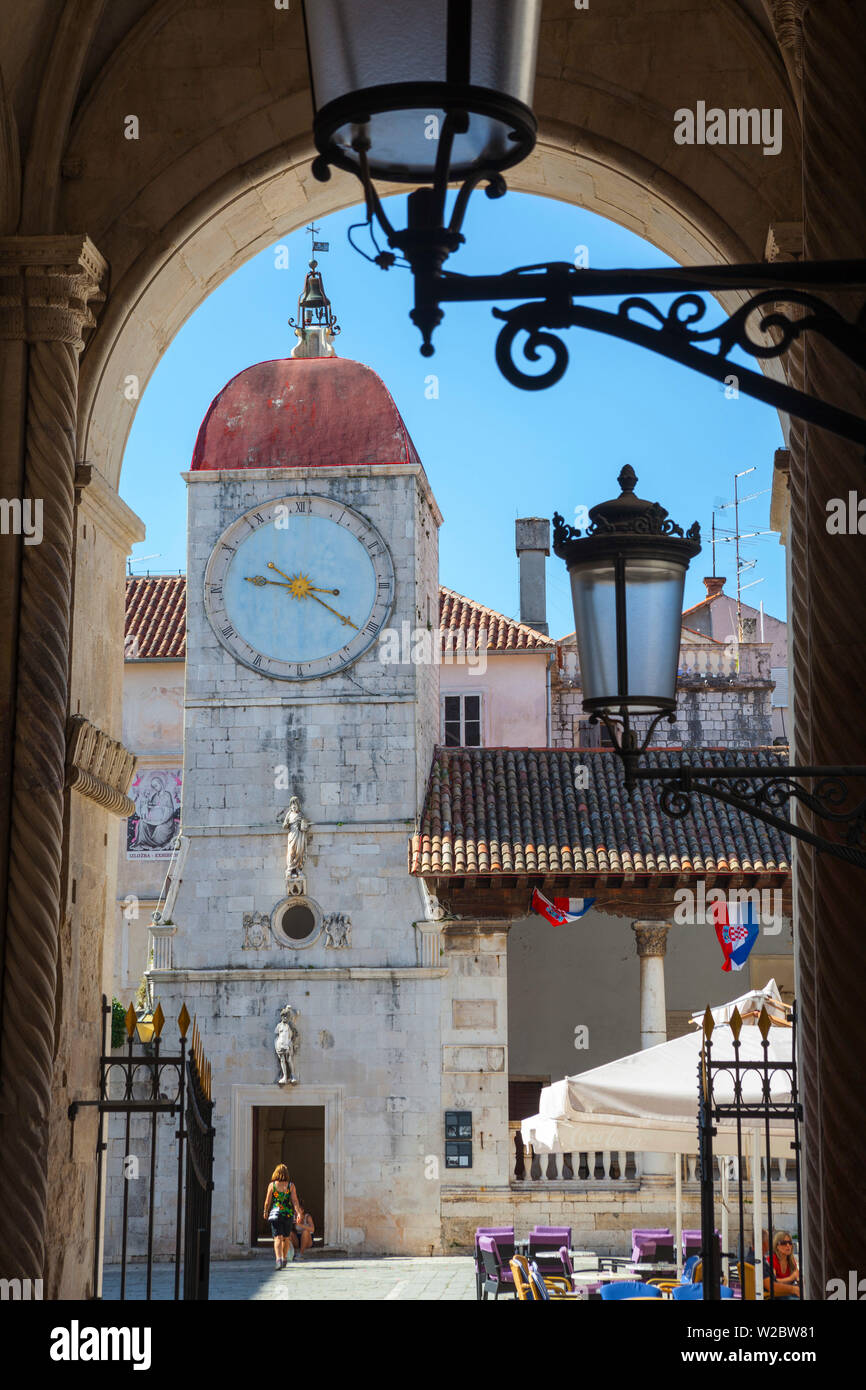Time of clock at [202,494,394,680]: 9:21
